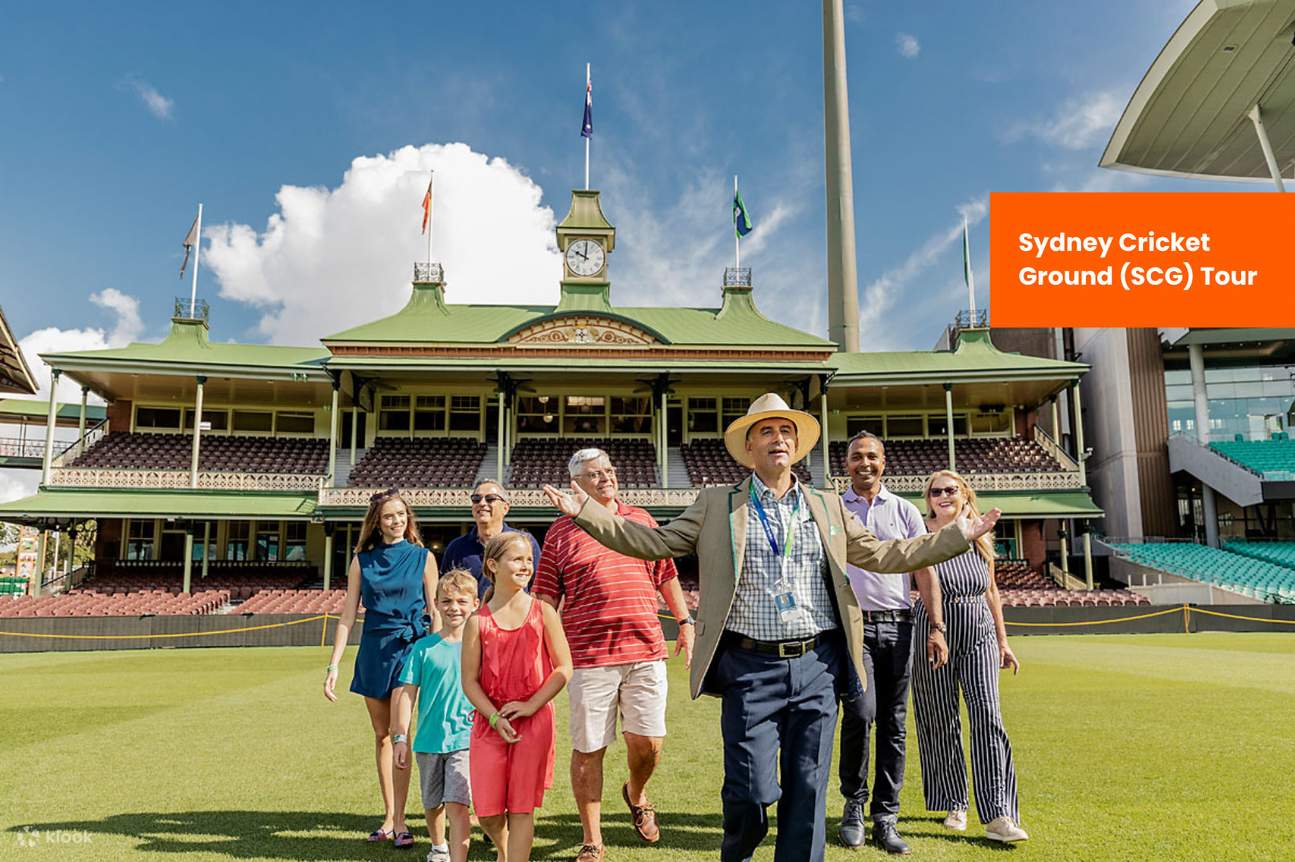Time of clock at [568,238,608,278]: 10:00
